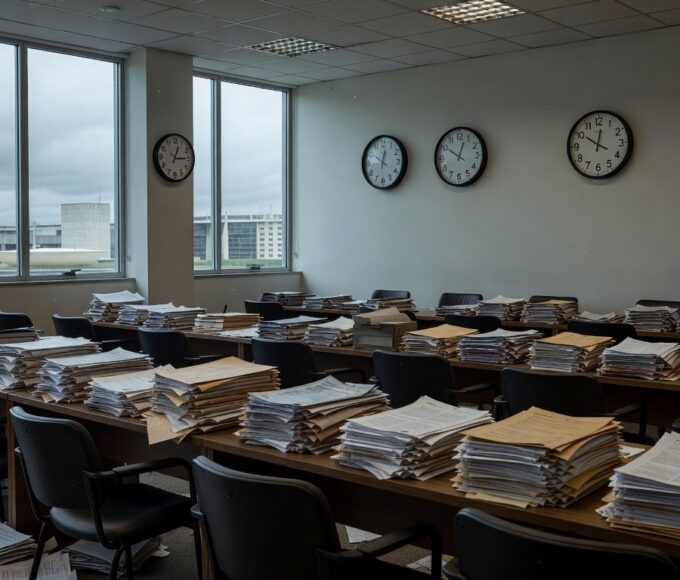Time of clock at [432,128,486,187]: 10:03
